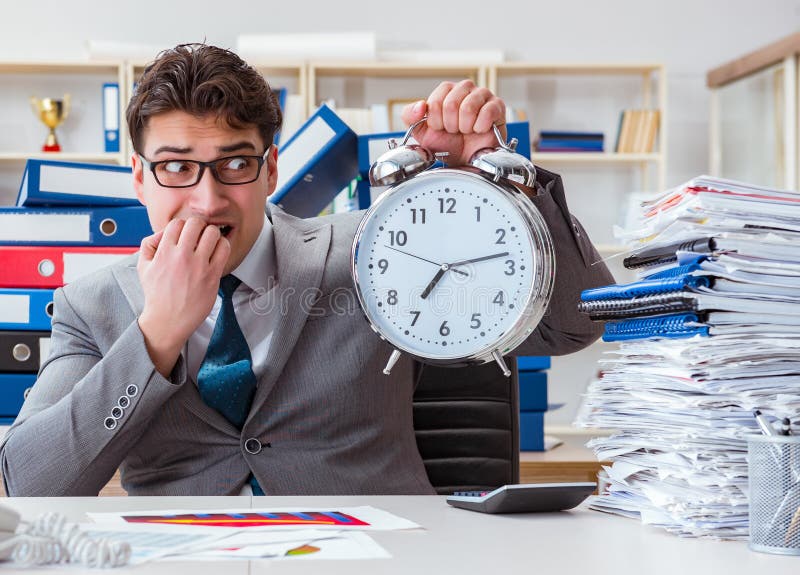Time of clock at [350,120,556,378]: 7:13
